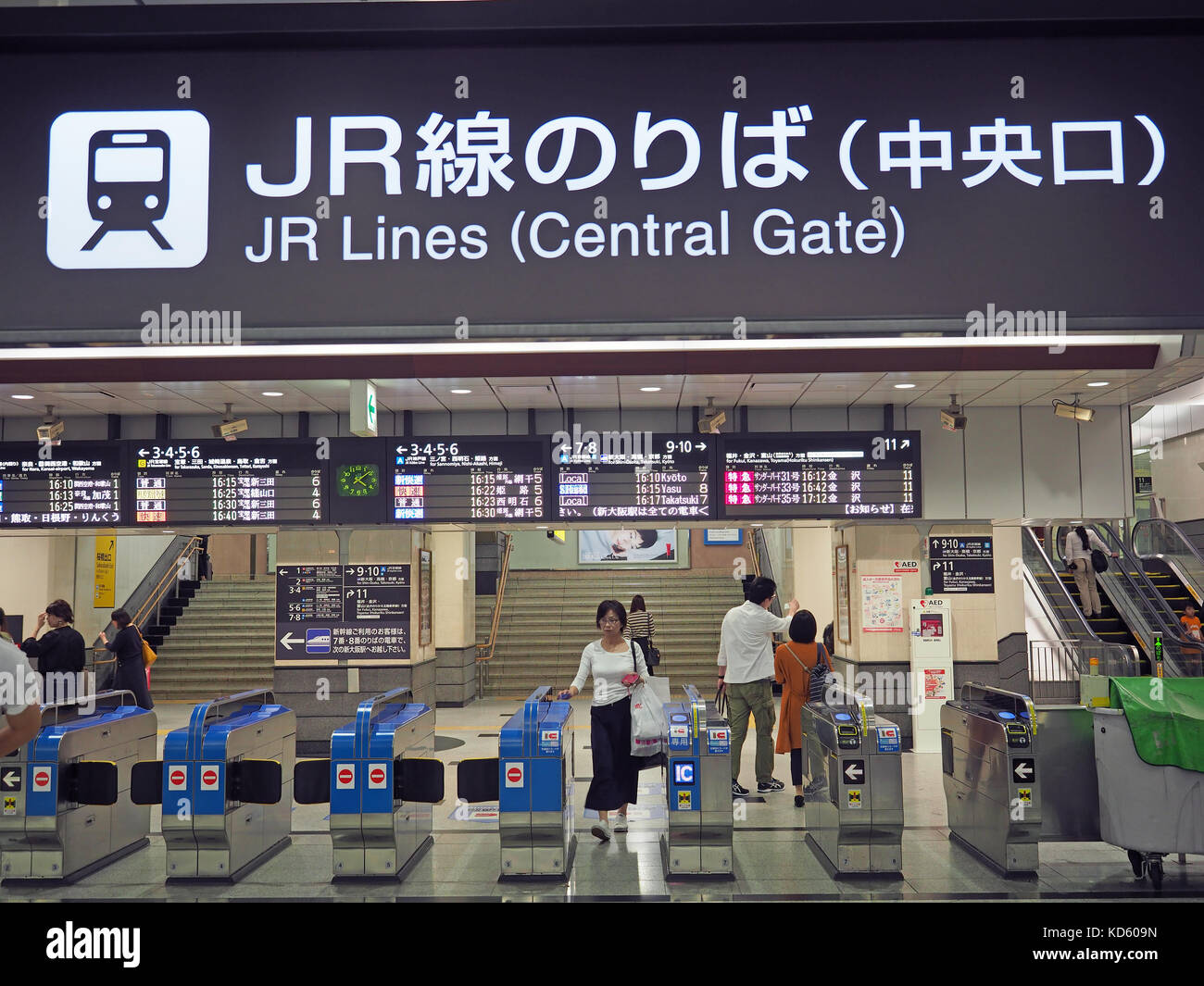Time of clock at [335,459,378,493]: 4:08
